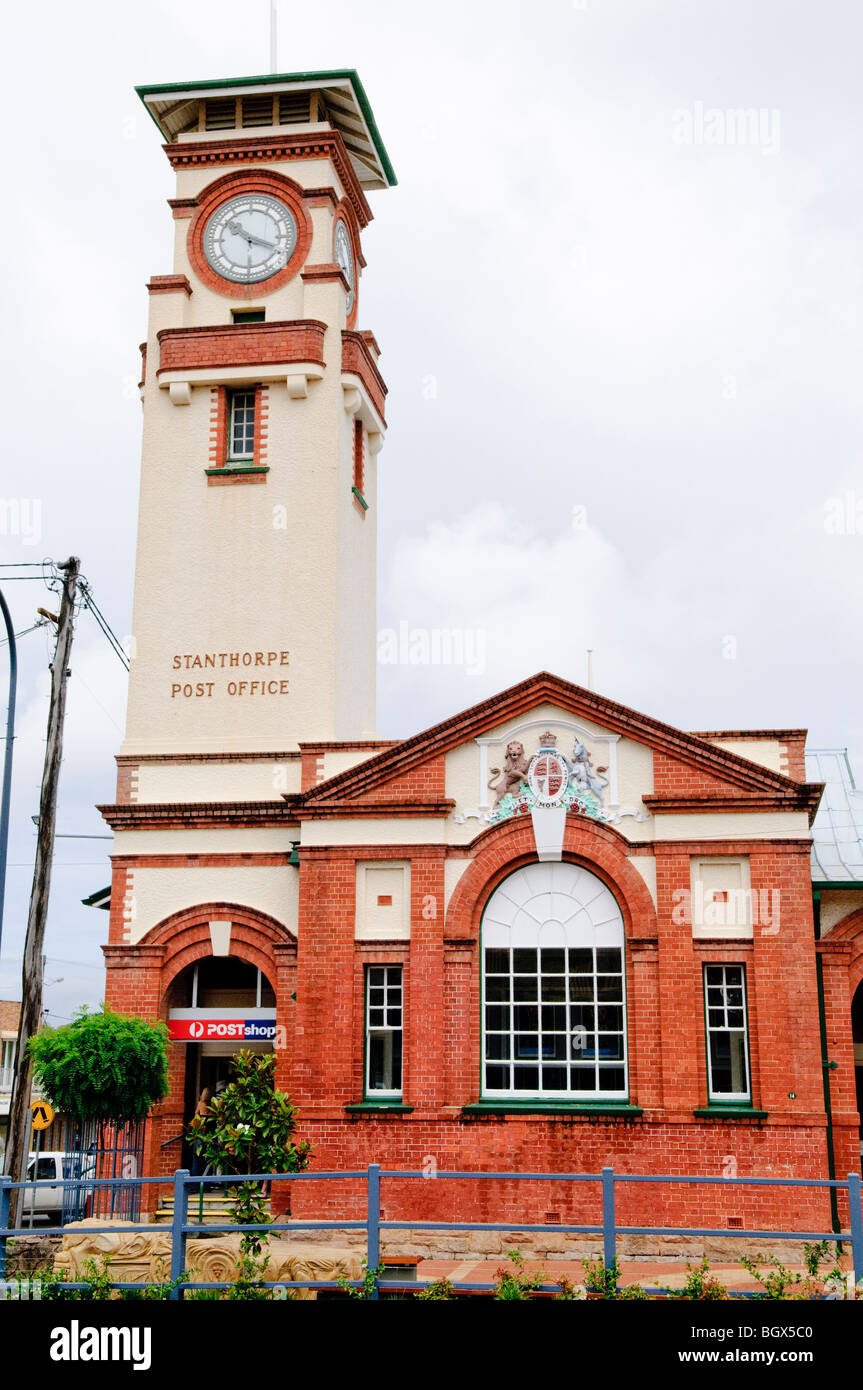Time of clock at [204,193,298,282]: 10:18
